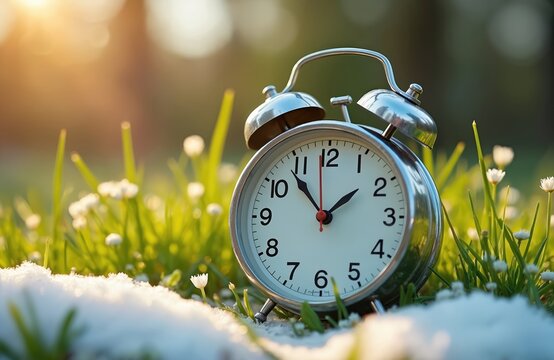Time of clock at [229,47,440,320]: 1:53
